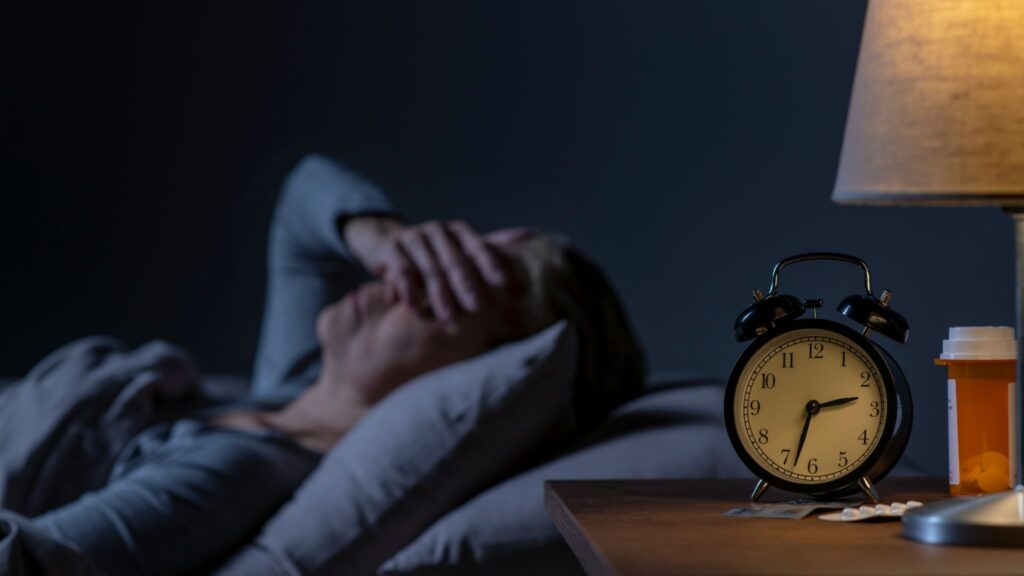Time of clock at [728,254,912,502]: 2:33
